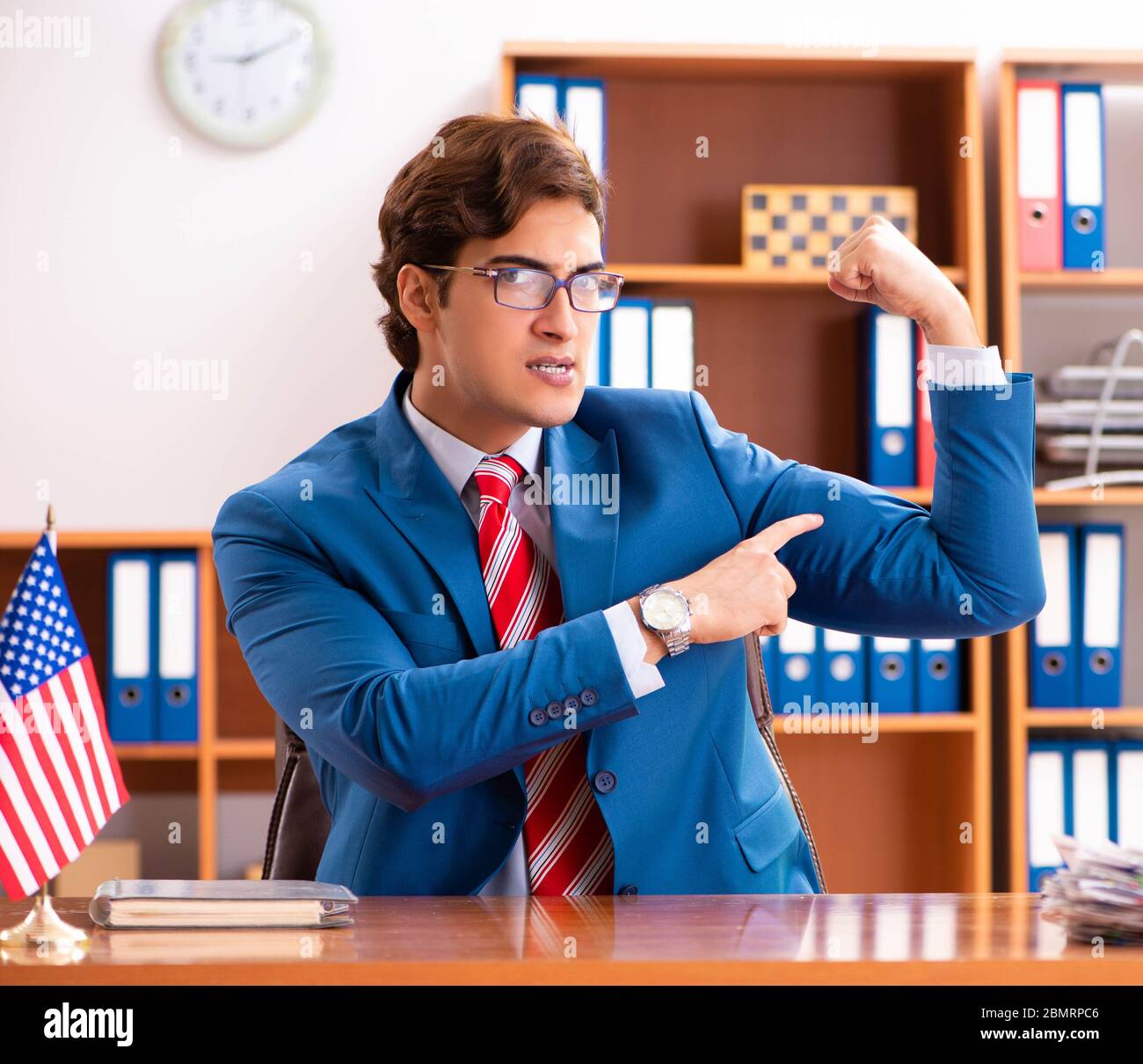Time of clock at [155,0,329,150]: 9:10
